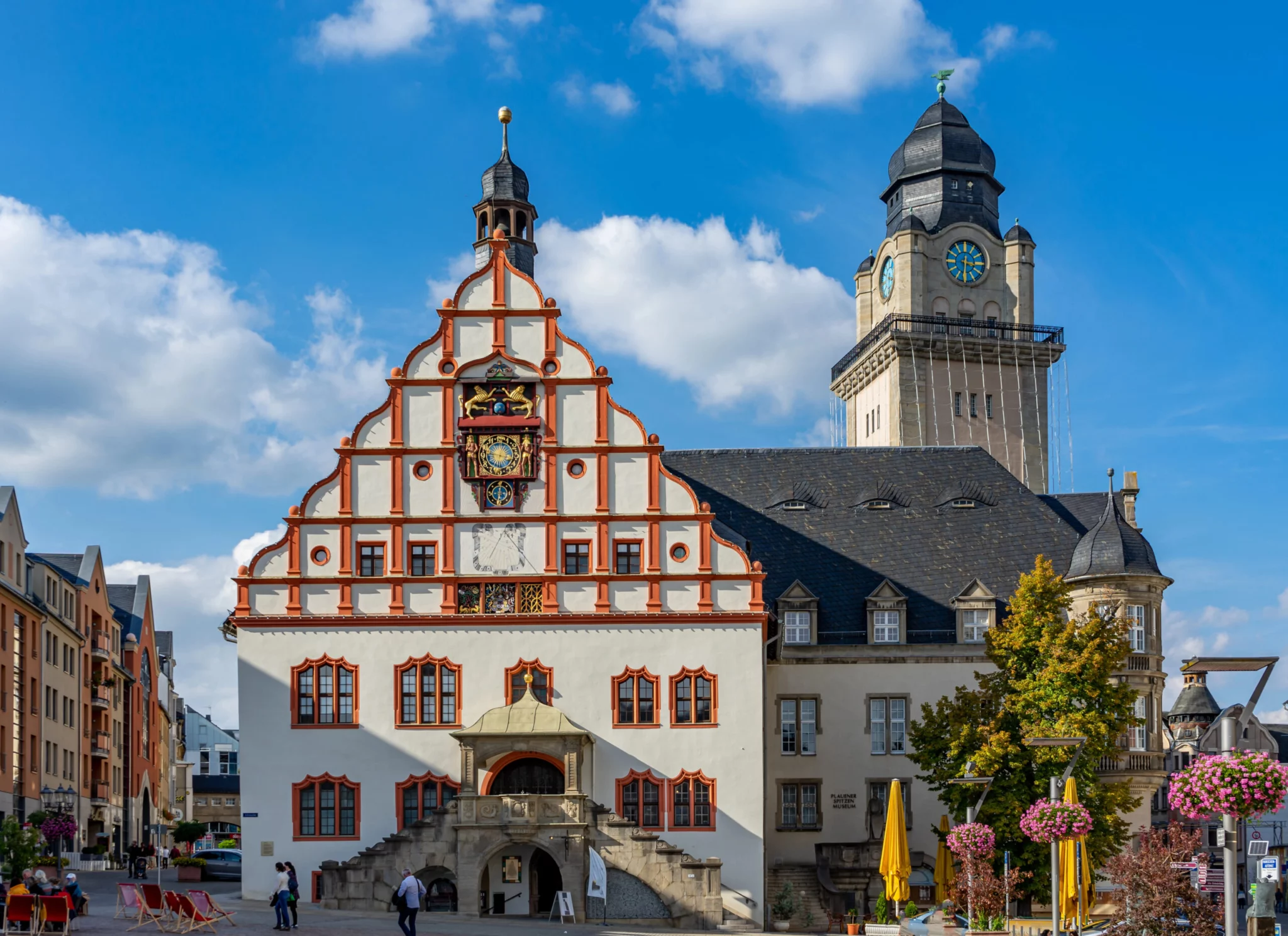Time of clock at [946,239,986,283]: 3:30
